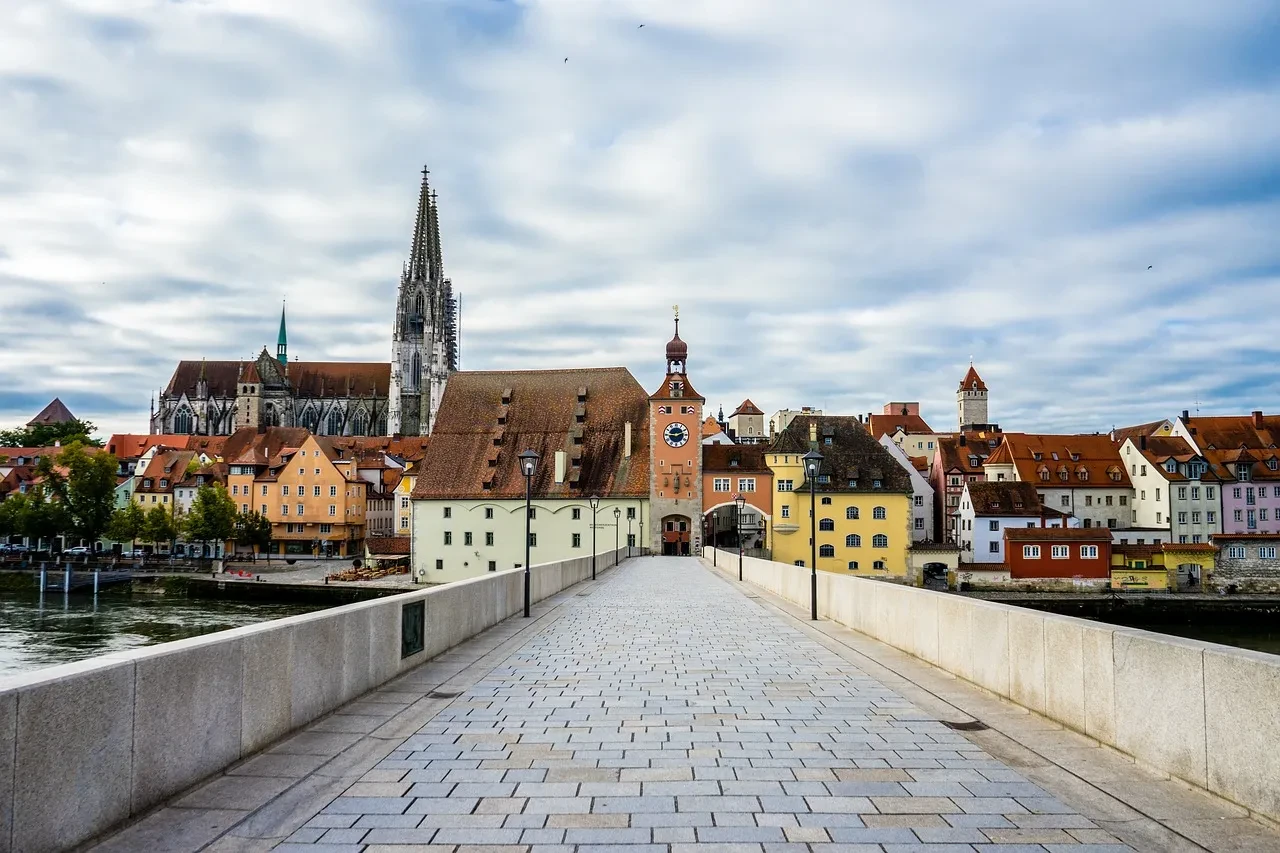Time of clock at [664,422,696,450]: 2:45
